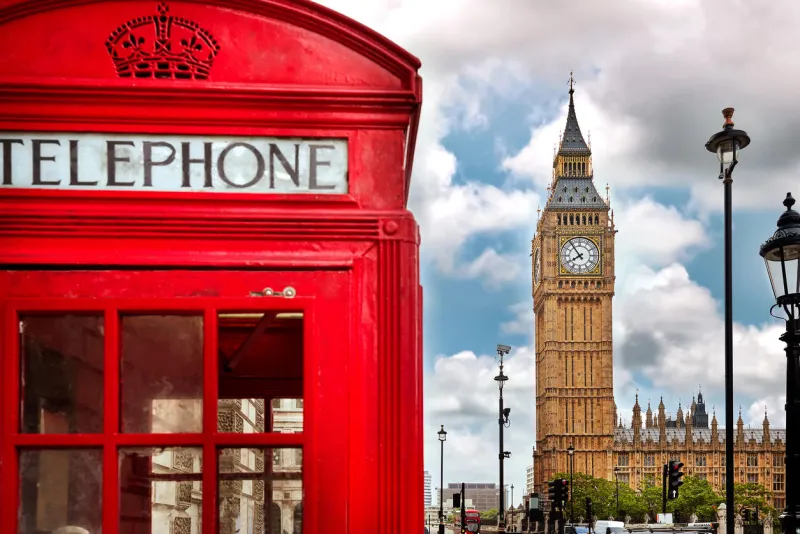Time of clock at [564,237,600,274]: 7:53
